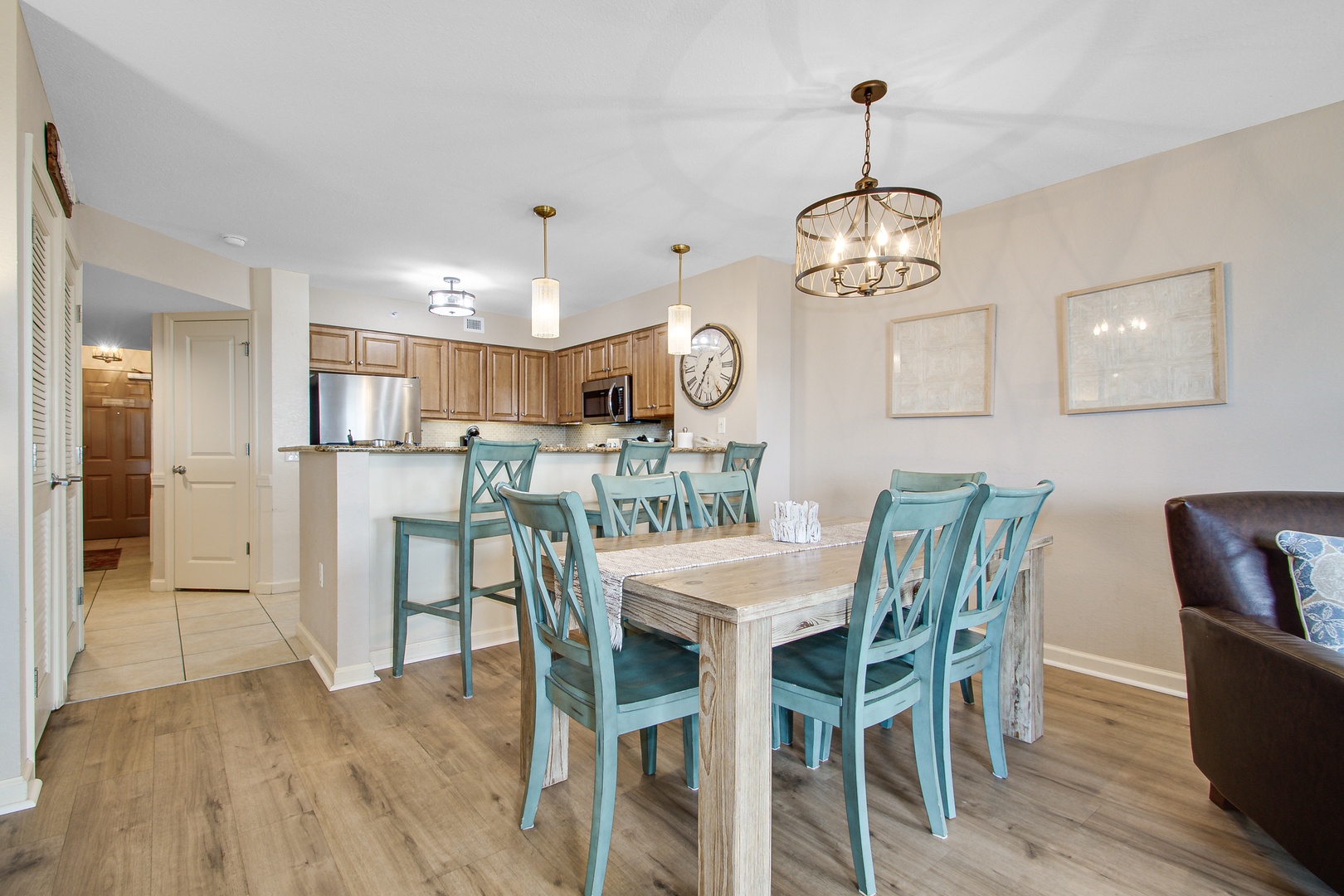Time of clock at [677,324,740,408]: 1:35
